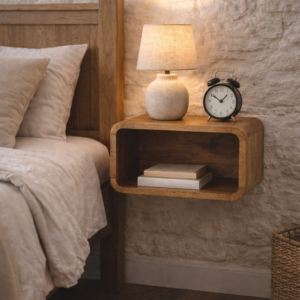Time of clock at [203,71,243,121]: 10:07
